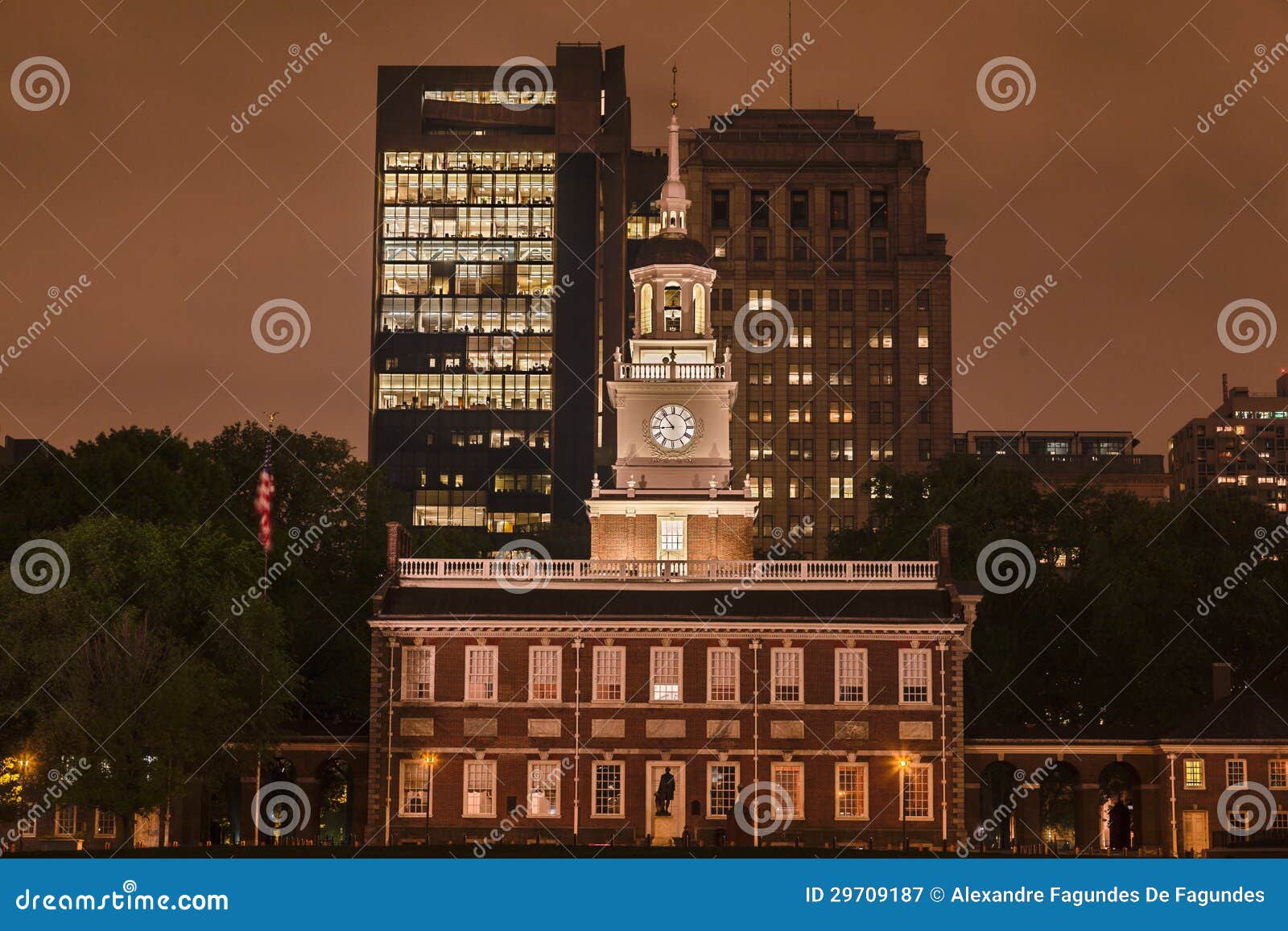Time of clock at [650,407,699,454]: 8:53
